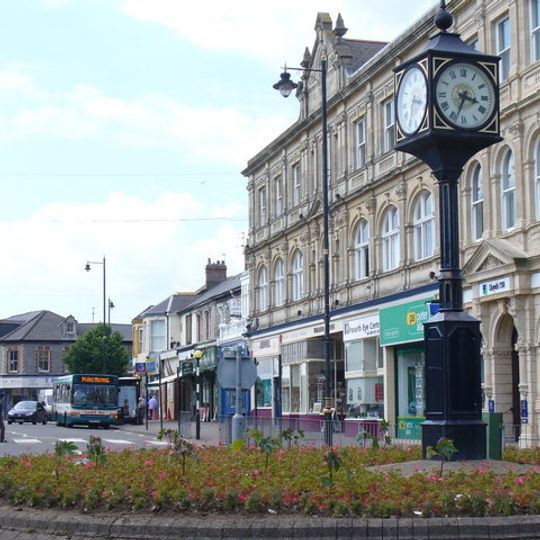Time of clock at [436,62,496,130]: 3:33
